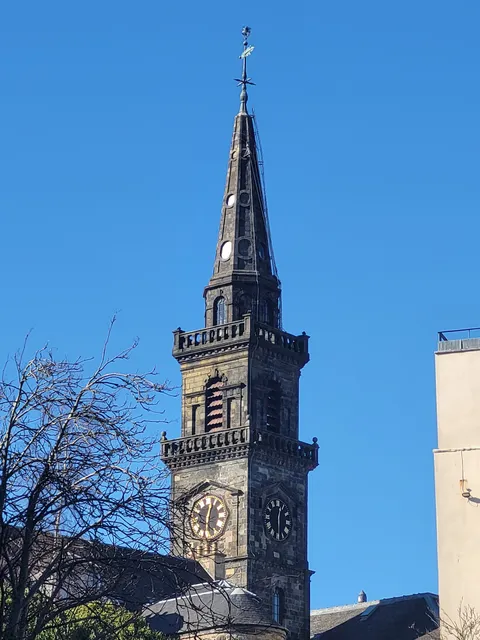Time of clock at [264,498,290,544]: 12:30
